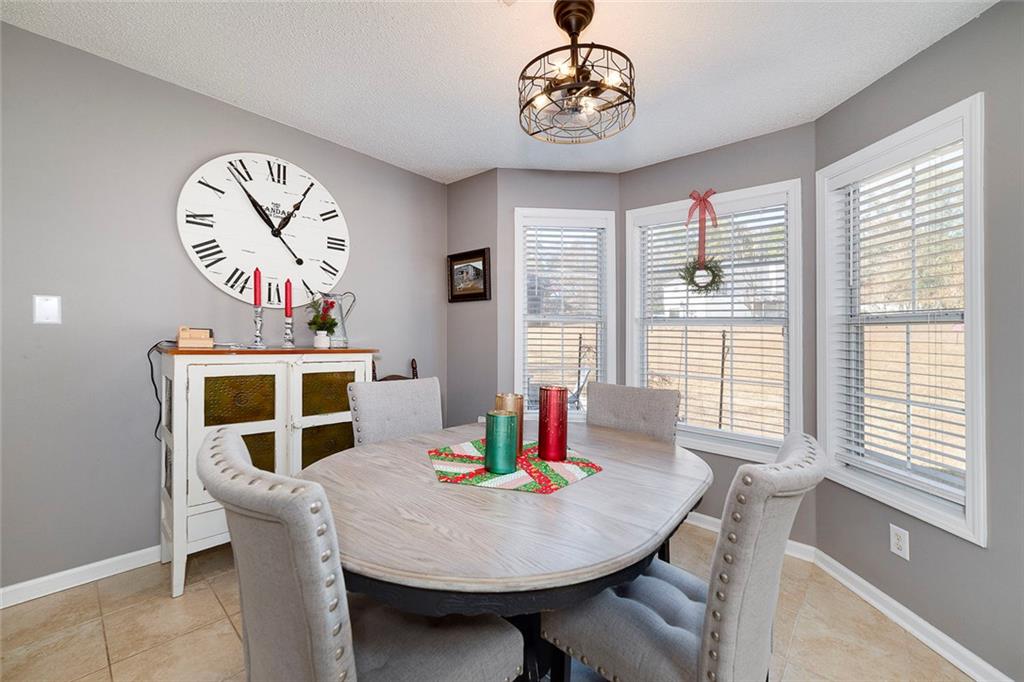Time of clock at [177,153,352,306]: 12:53
